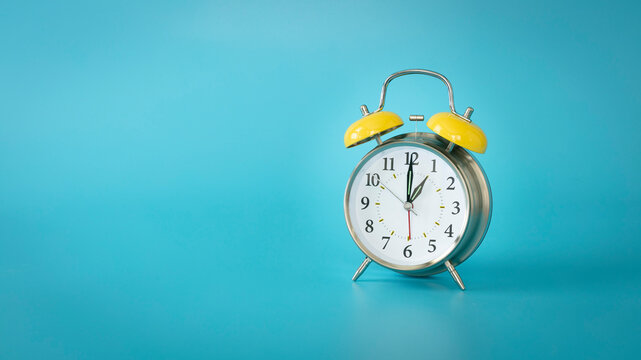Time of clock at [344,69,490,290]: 12:59
